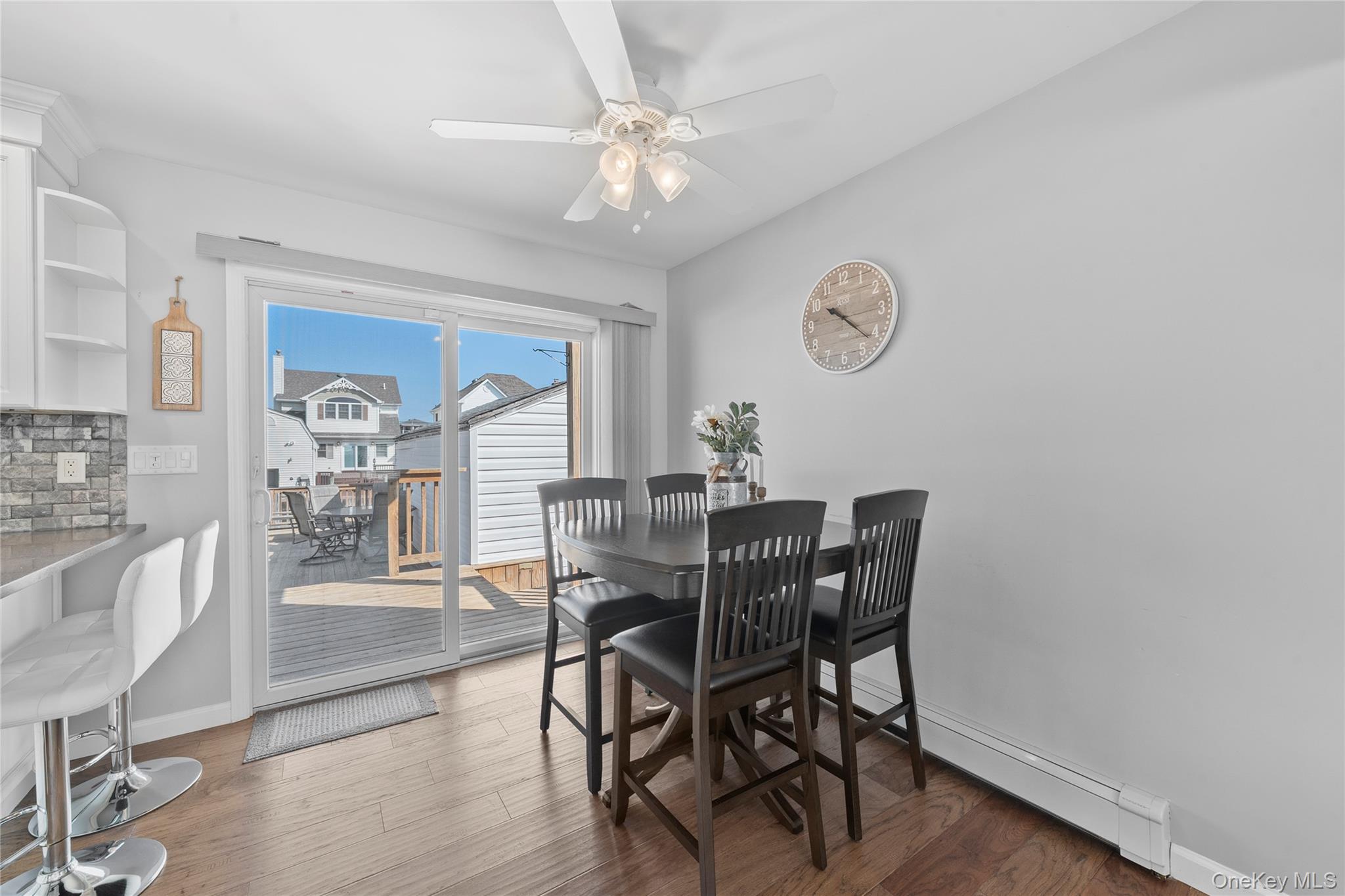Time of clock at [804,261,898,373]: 4:21
